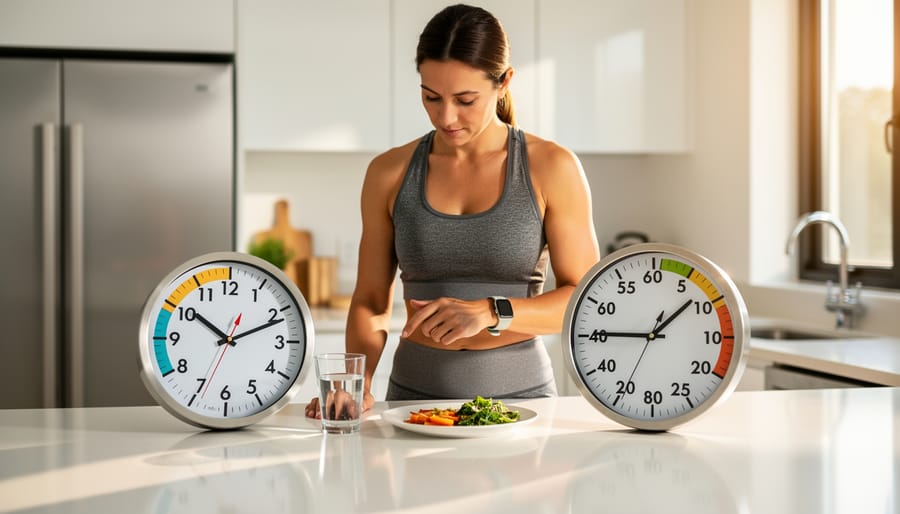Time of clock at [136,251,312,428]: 10:11
